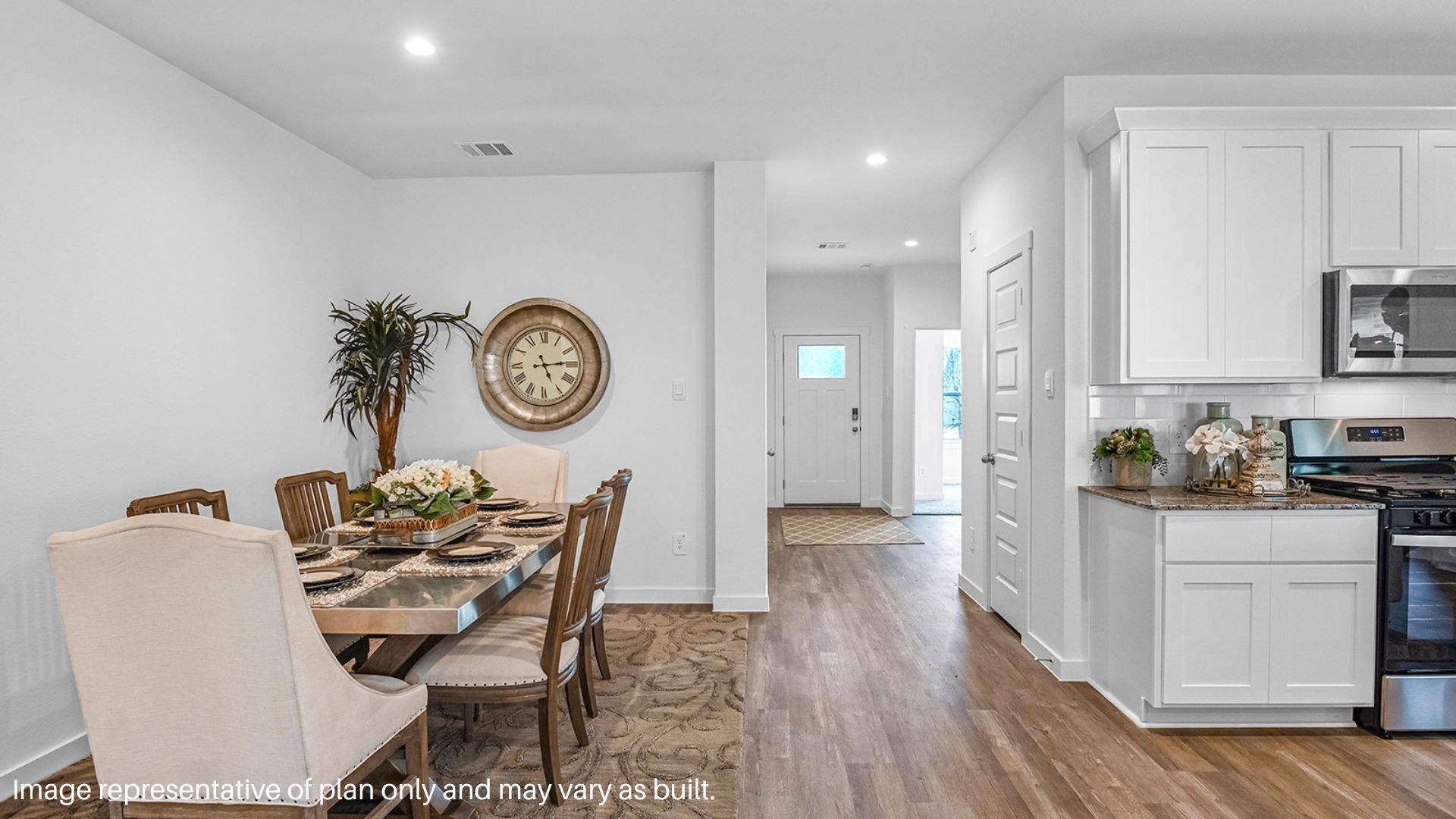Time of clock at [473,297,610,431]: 5:14
